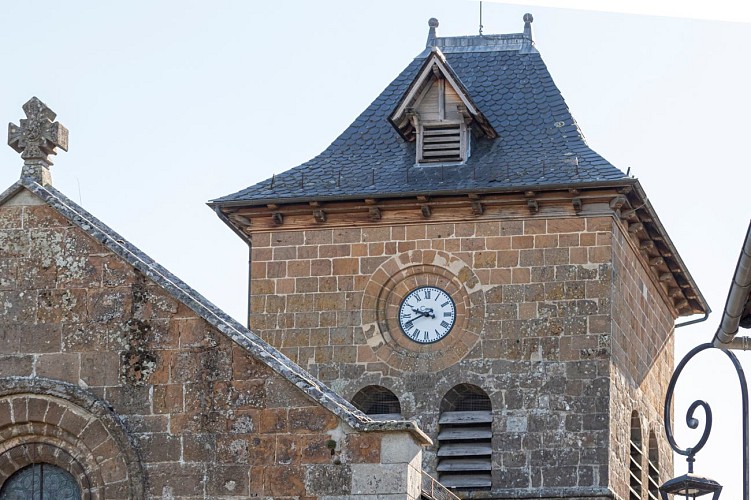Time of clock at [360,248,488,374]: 9:40
